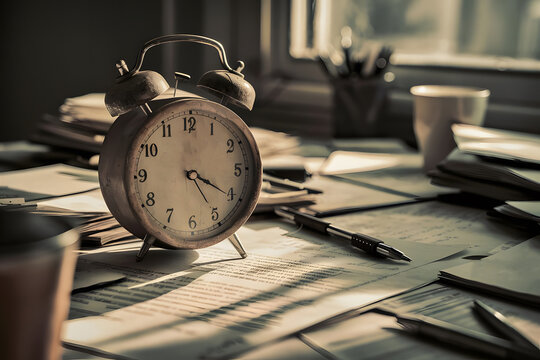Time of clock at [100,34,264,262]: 4:20
